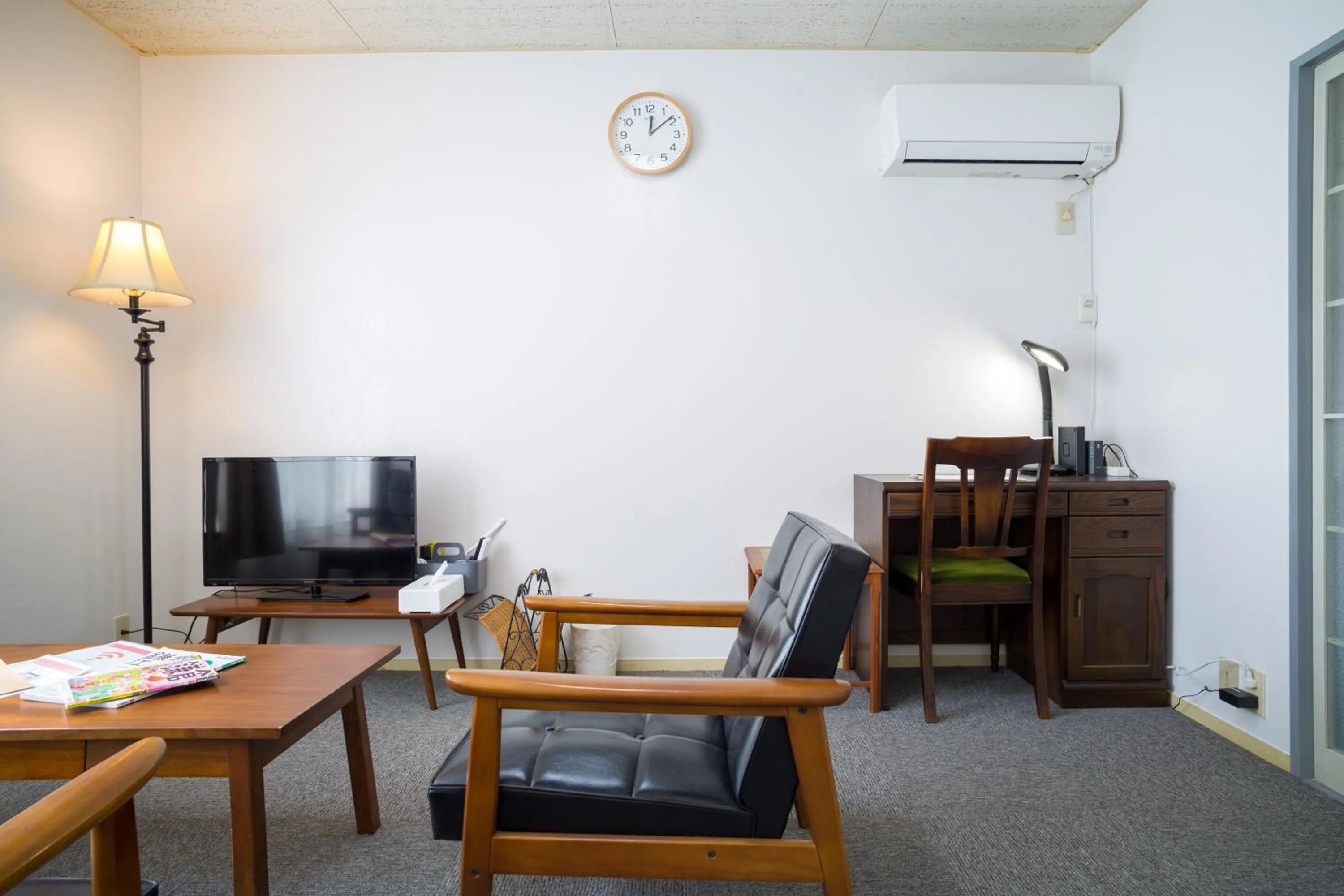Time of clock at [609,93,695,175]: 12:08
